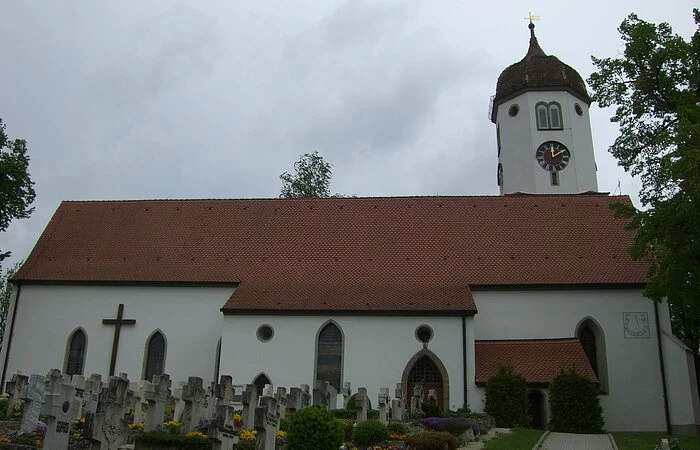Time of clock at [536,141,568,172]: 12:09
